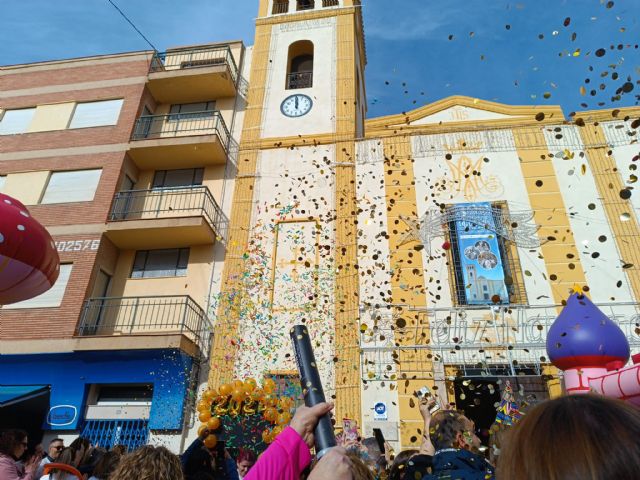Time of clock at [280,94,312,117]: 11:59
